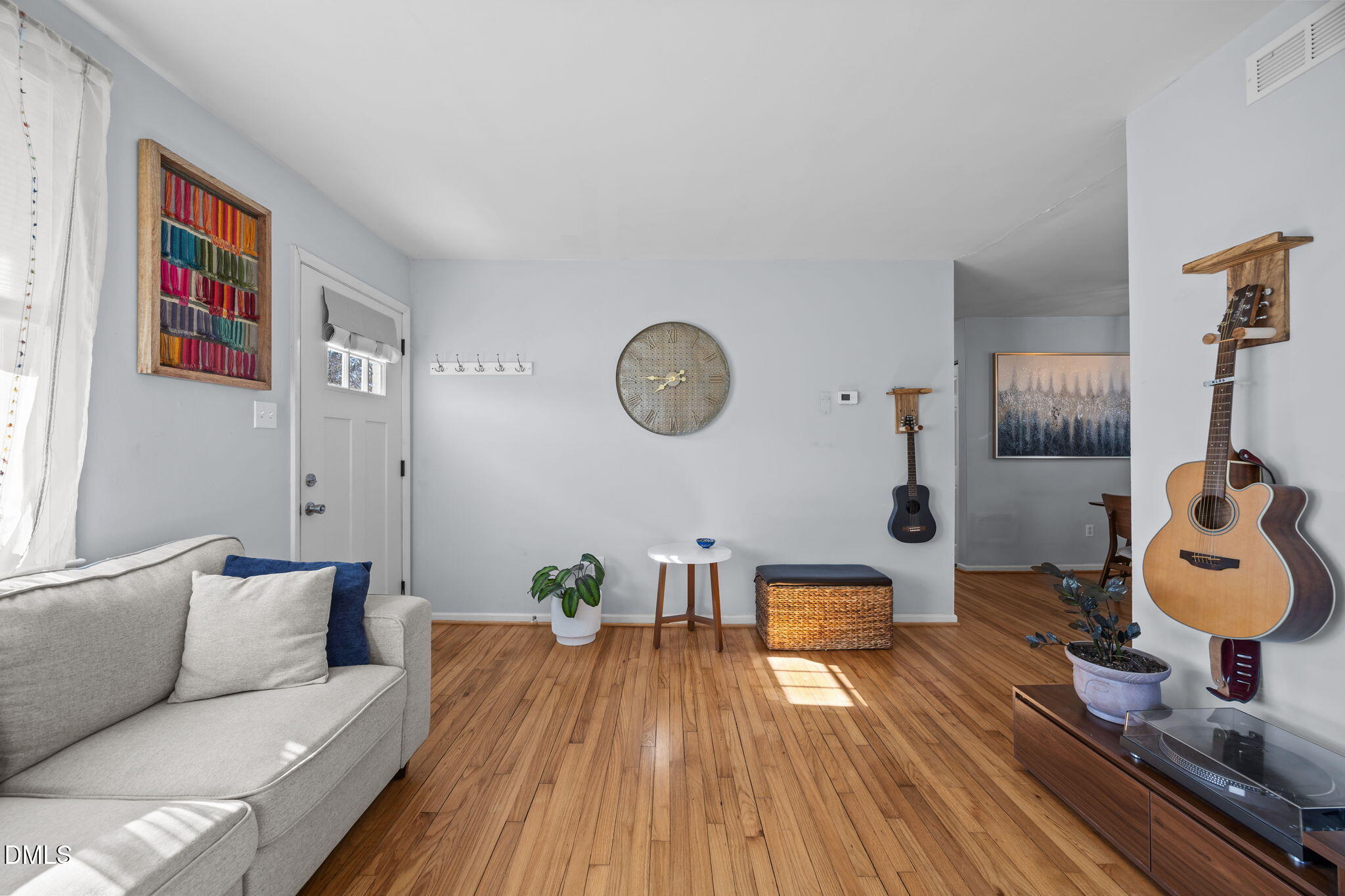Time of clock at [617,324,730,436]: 7:45
